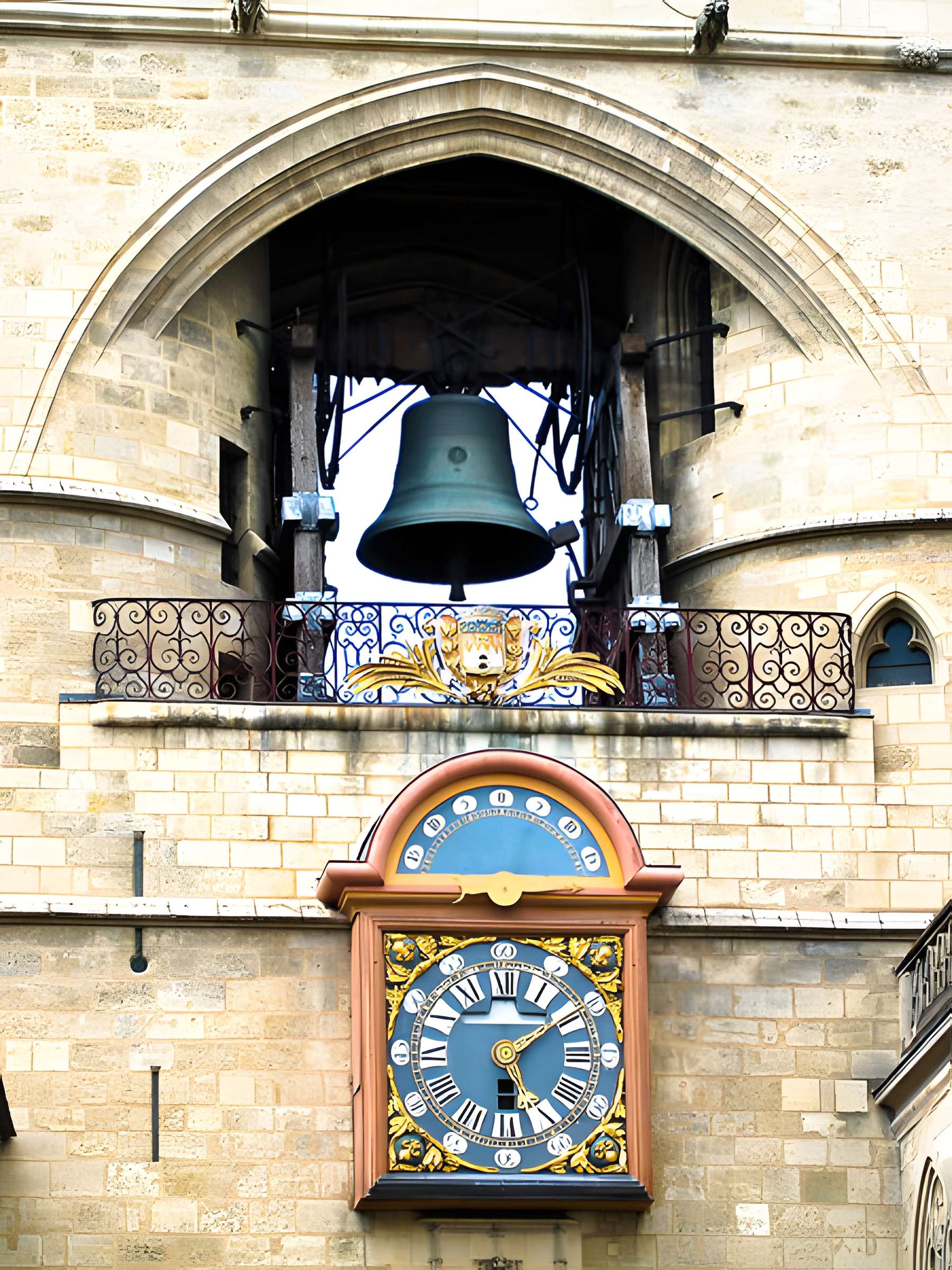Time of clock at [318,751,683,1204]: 6:08
